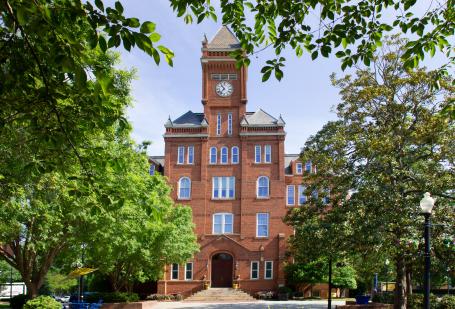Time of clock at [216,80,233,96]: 10:36
